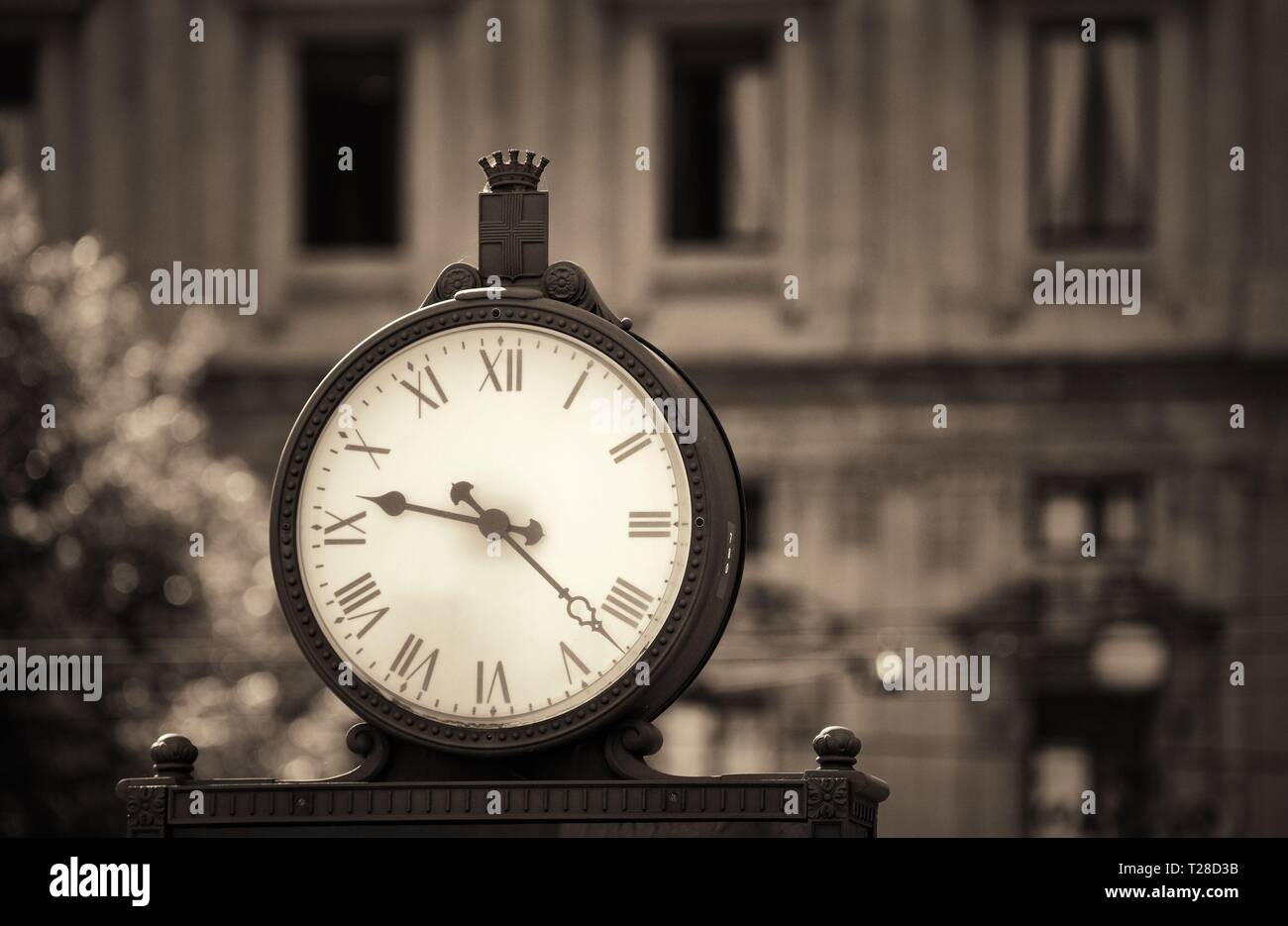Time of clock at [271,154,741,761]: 9:22
